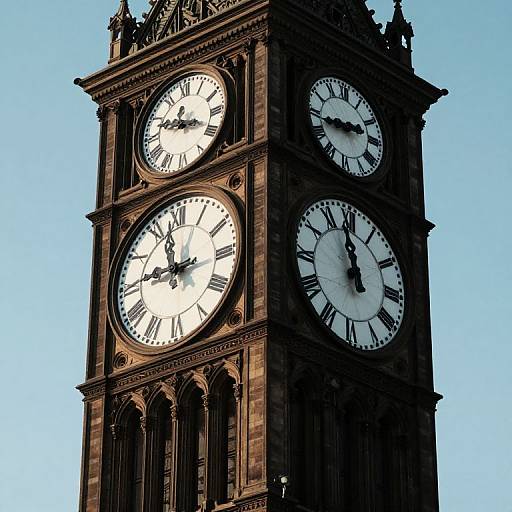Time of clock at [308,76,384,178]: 2:43
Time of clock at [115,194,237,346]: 11:45
